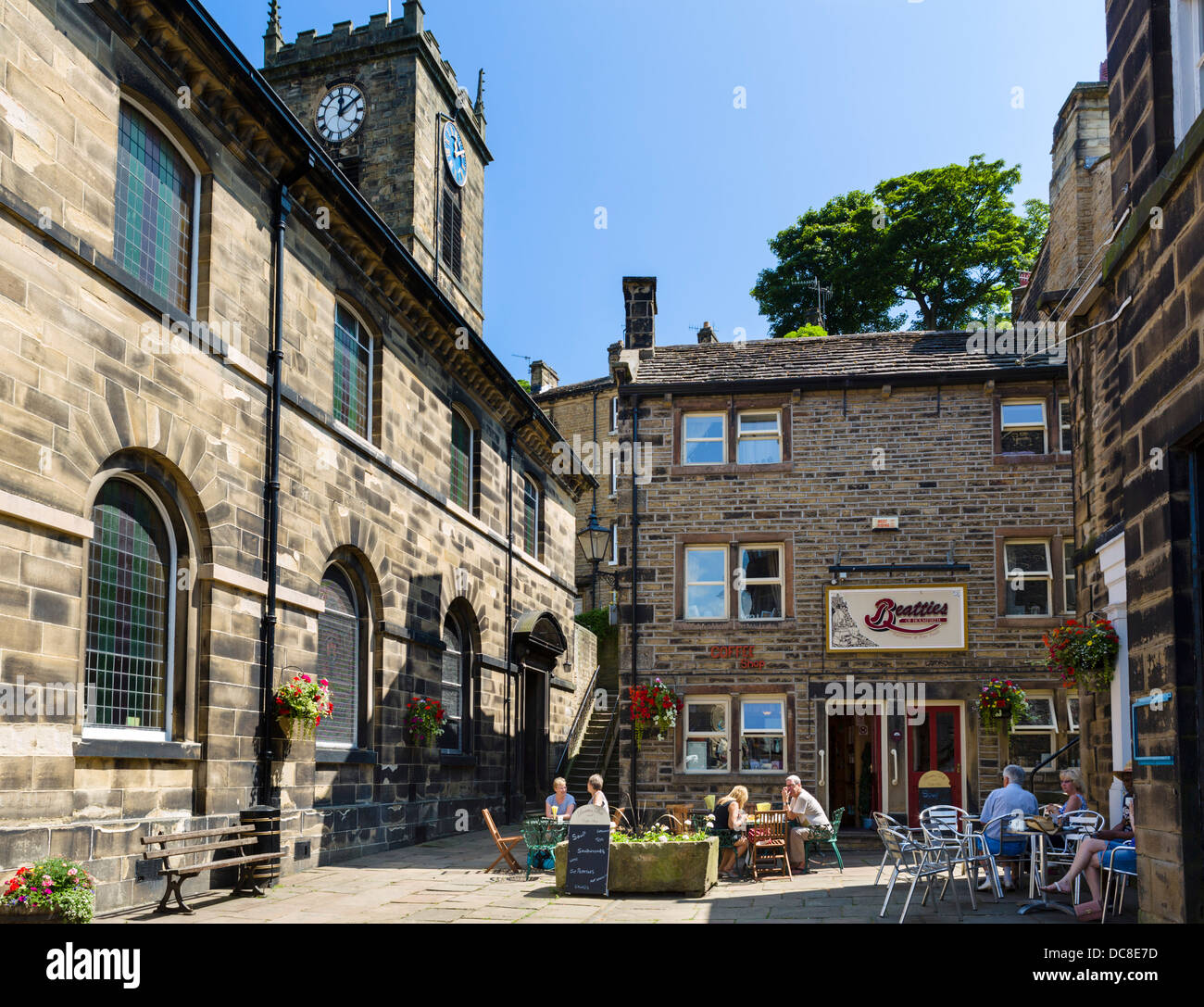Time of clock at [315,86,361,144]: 12:09
